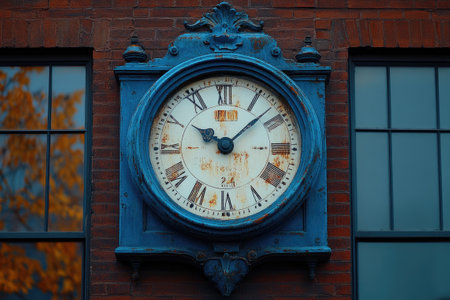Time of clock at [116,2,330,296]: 10:07
